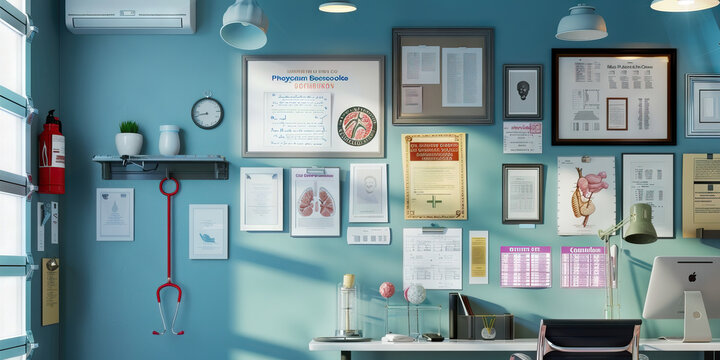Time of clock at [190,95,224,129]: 8:42
